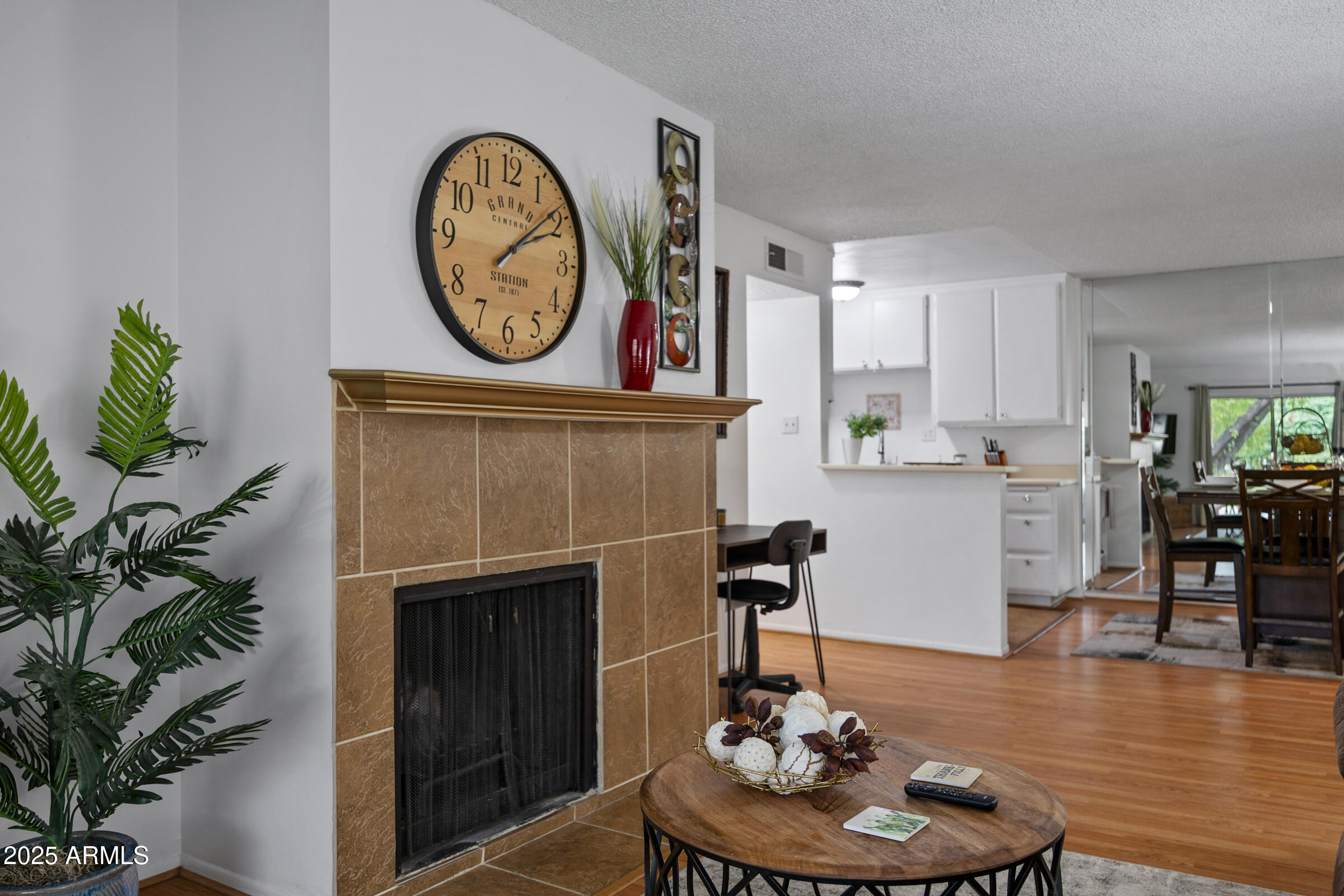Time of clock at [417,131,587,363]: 2:08
